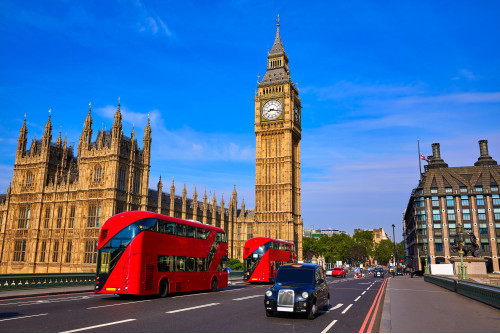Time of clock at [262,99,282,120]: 8:17
